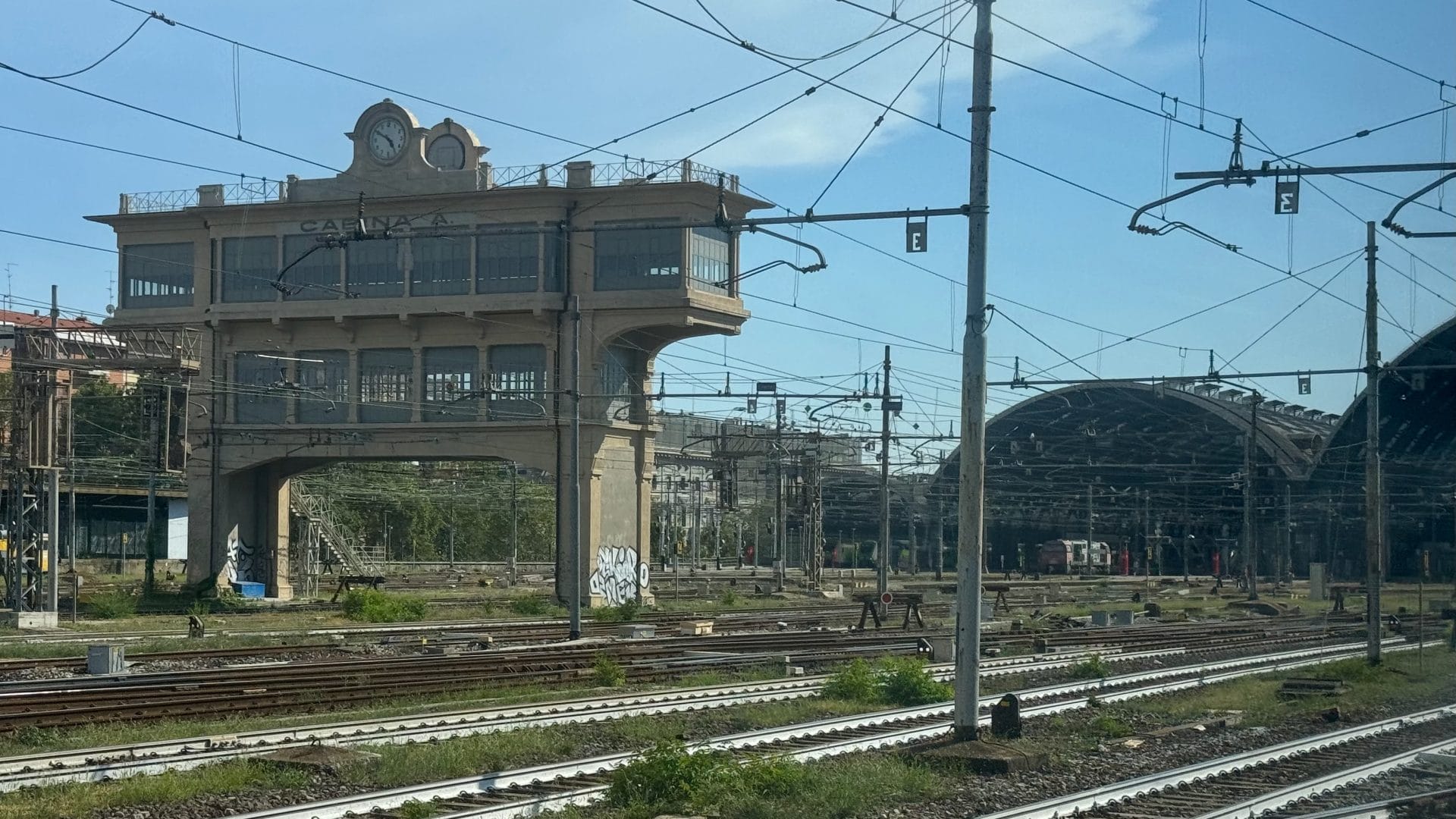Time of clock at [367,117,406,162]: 4:50
